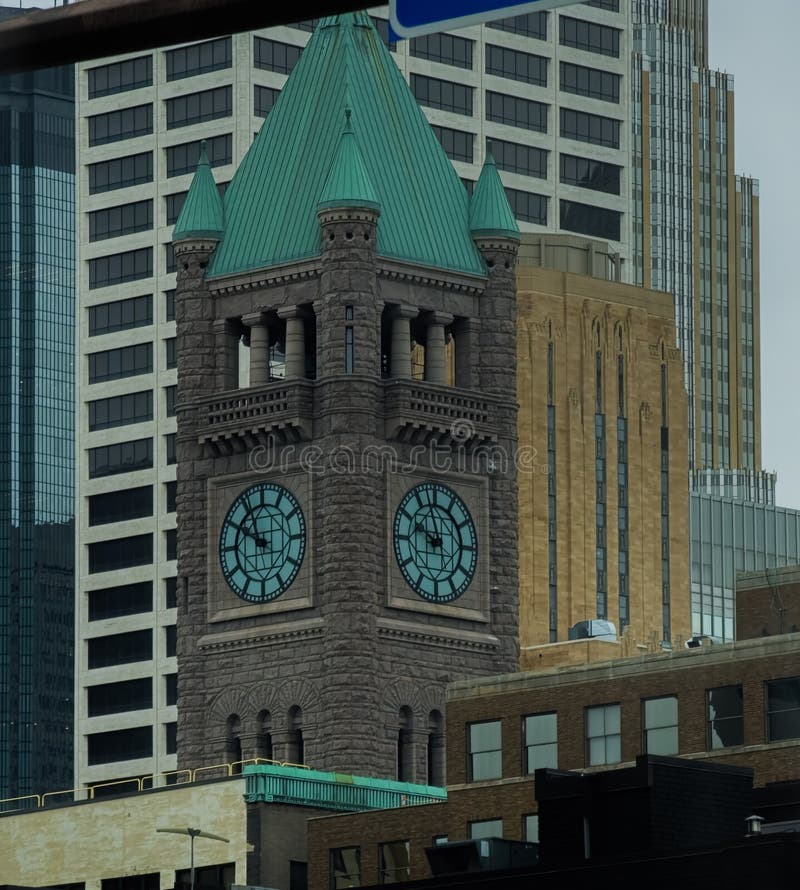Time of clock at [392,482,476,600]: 9:57
